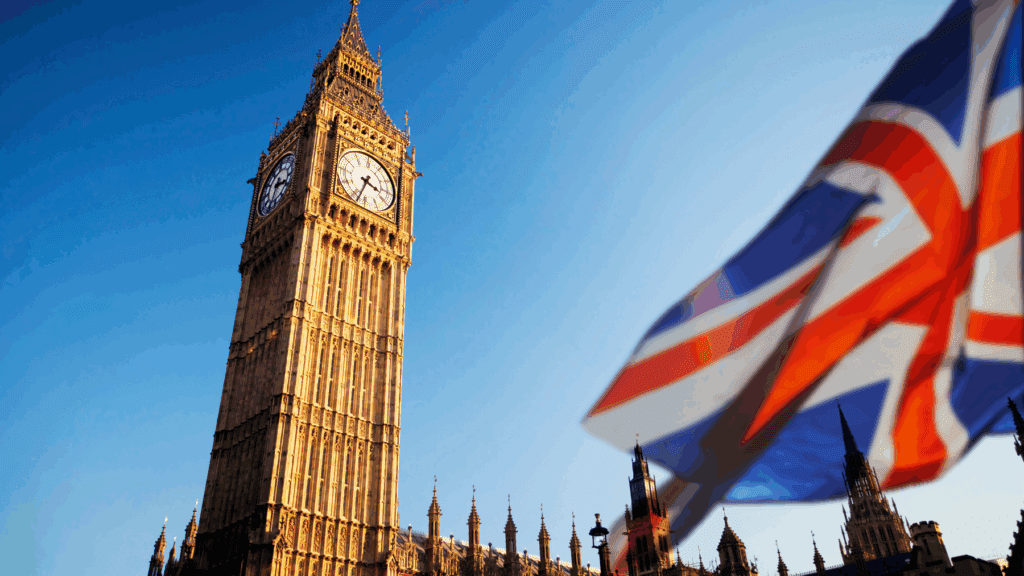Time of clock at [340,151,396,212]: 3:33
